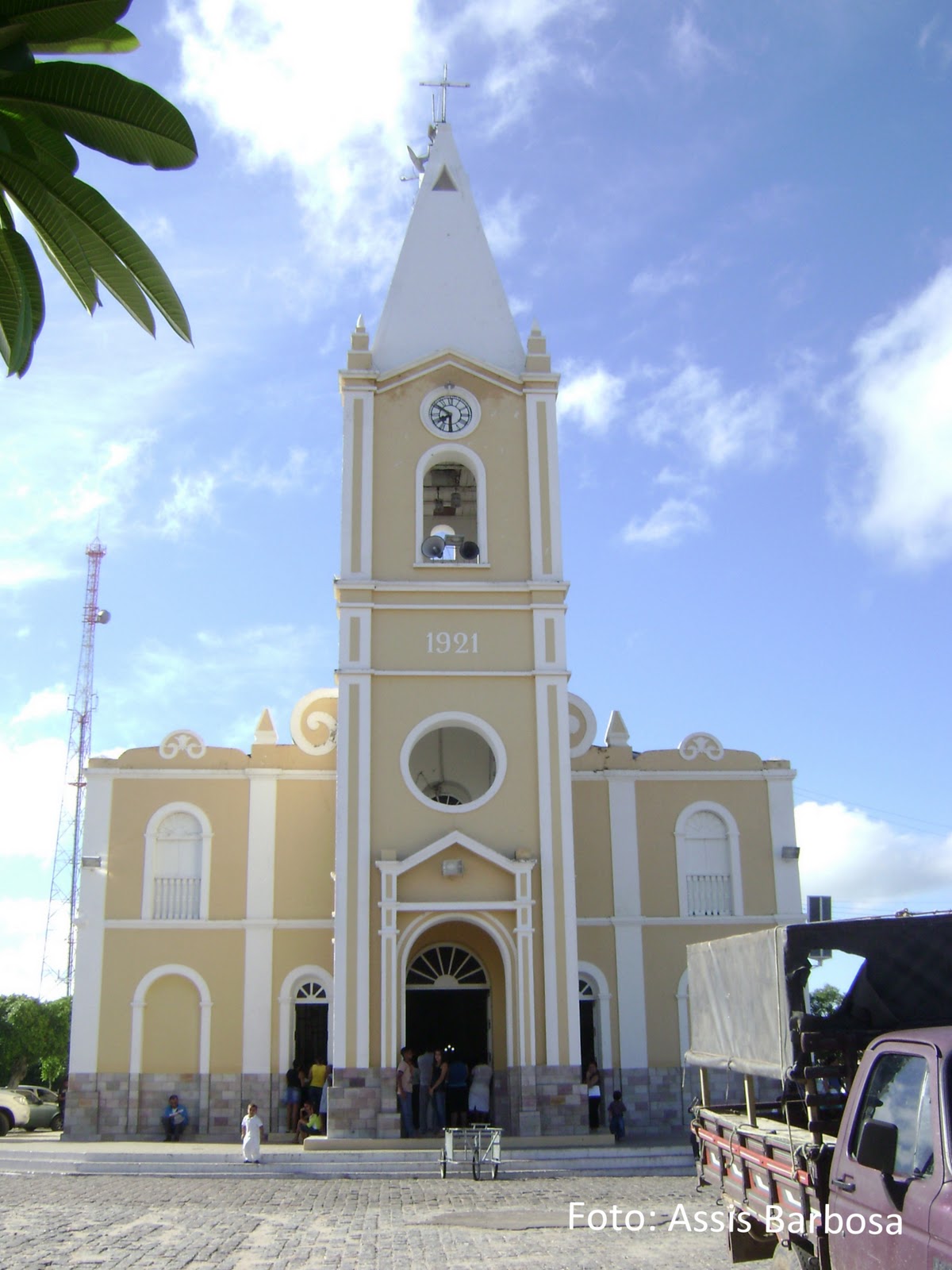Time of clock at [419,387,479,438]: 7:50
